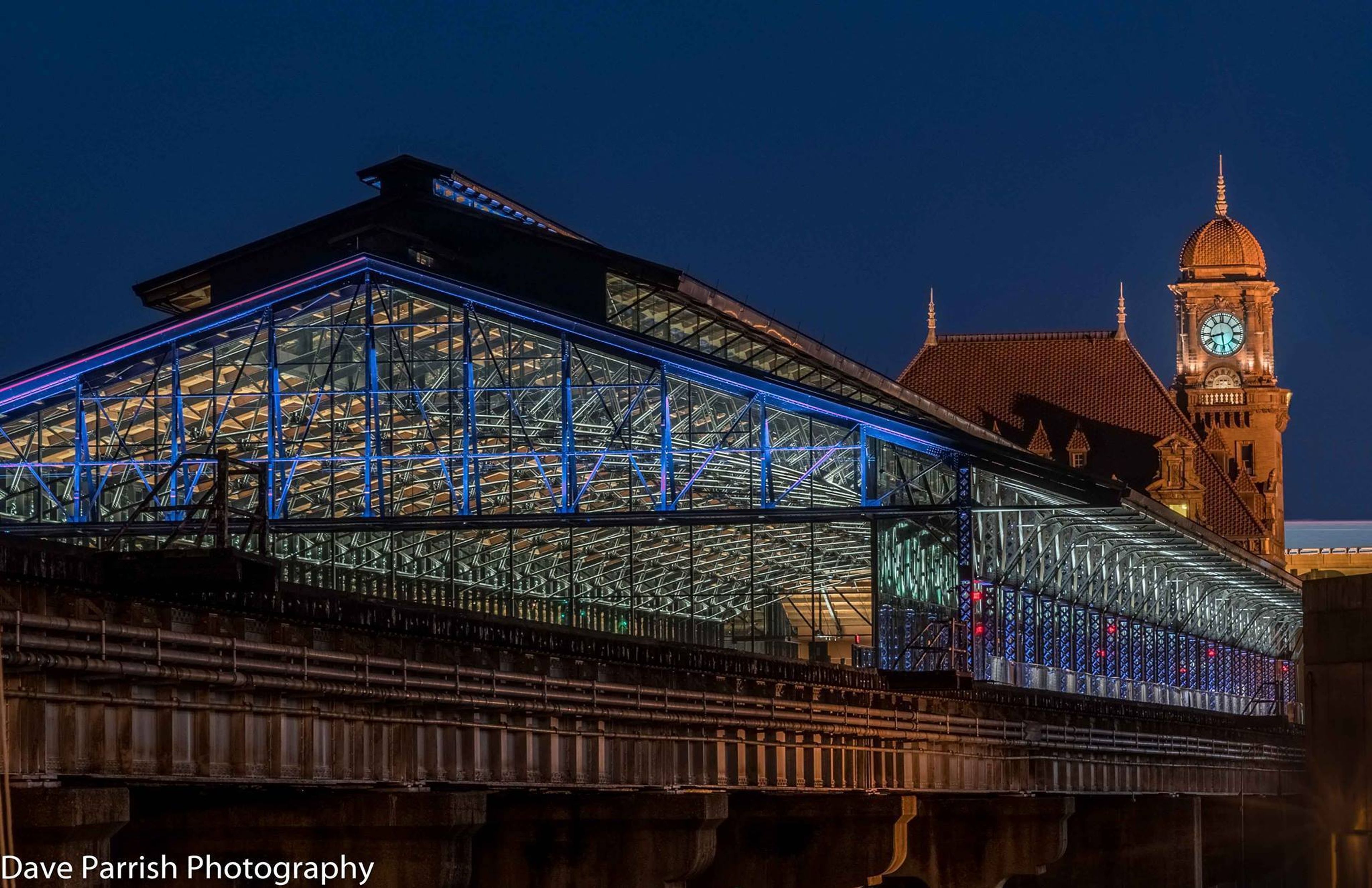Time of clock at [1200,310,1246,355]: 8:28
